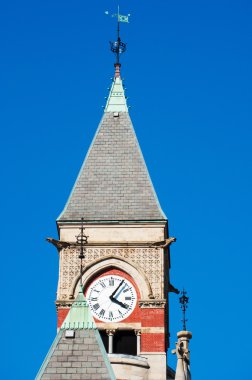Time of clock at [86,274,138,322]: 4:05
